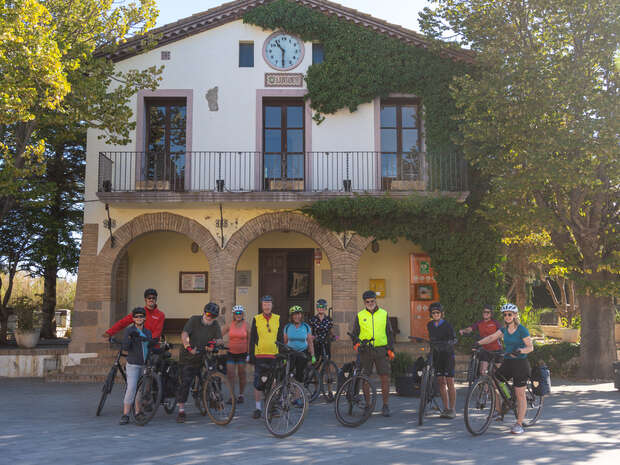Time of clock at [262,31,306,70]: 10:30
